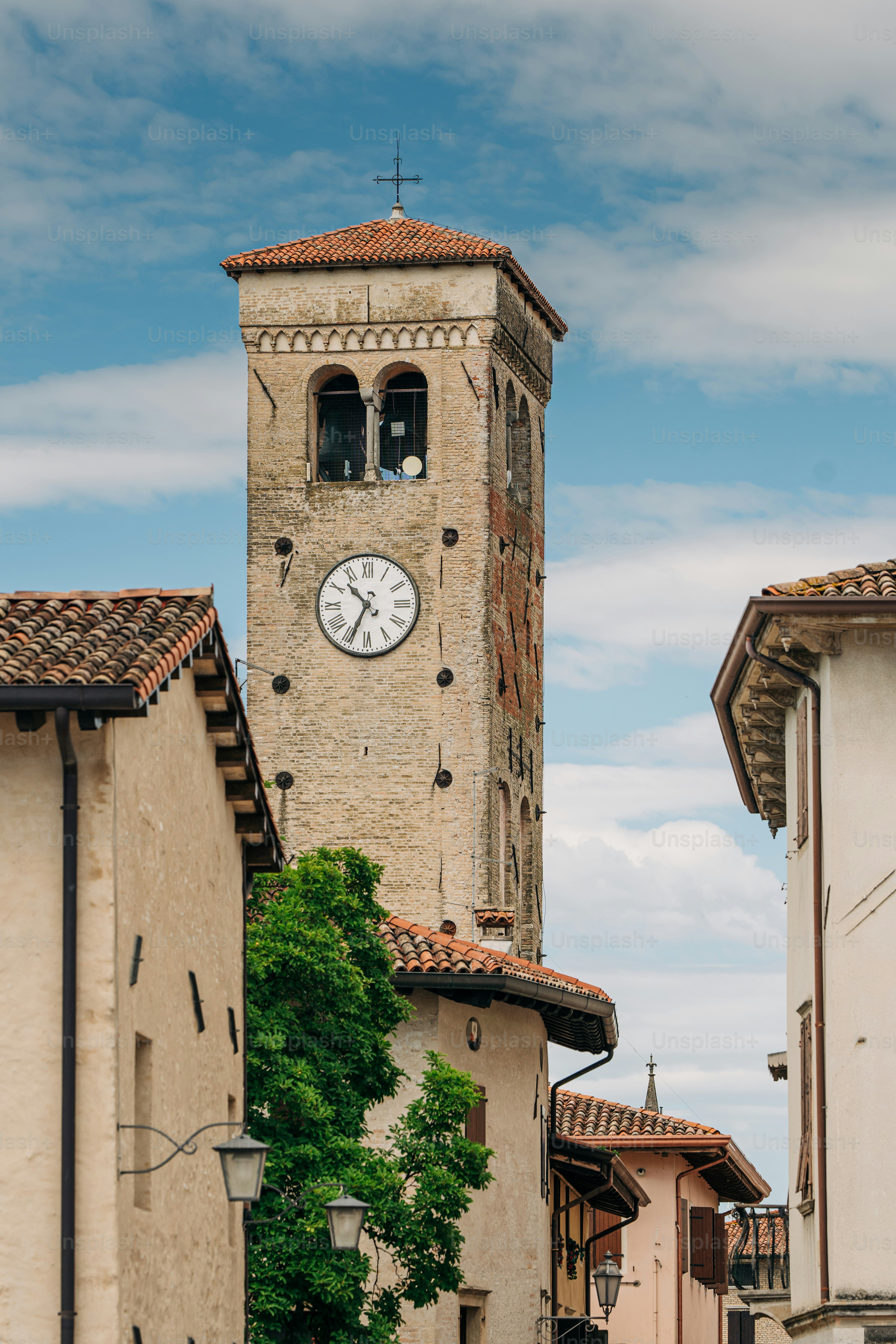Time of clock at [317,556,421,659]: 10:34
